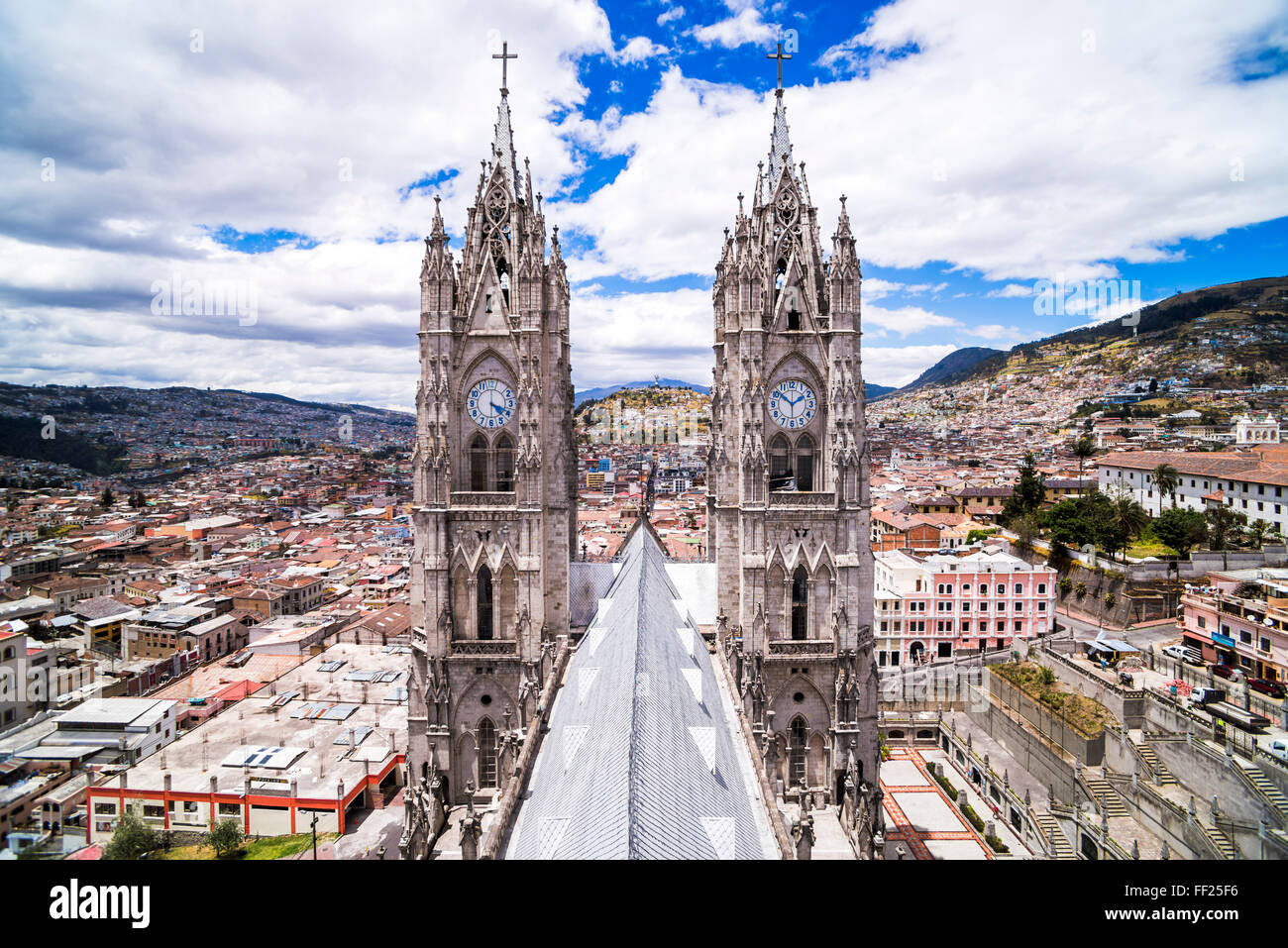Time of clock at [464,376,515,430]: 4:19
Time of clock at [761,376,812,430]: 1:51
